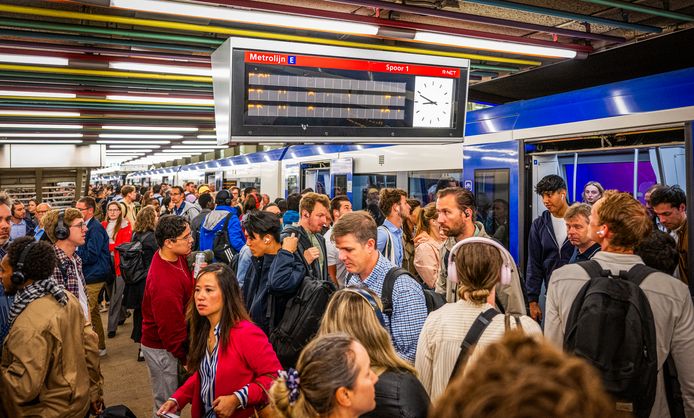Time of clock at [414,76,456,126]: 8:48
